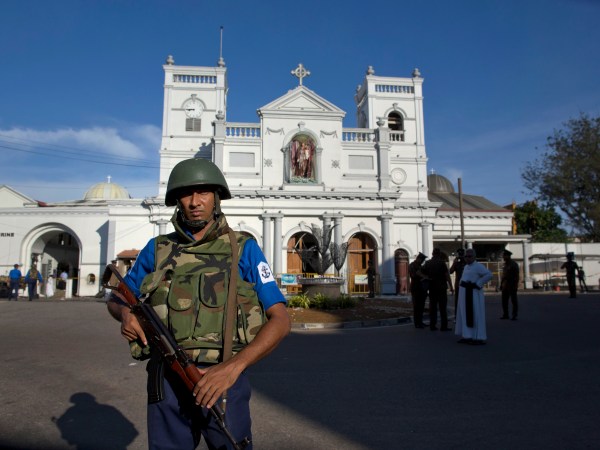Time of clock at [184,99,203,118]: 8:45
